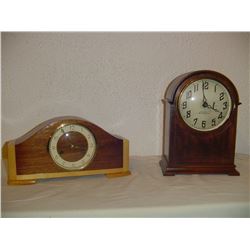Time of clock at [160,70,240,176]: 3:58
